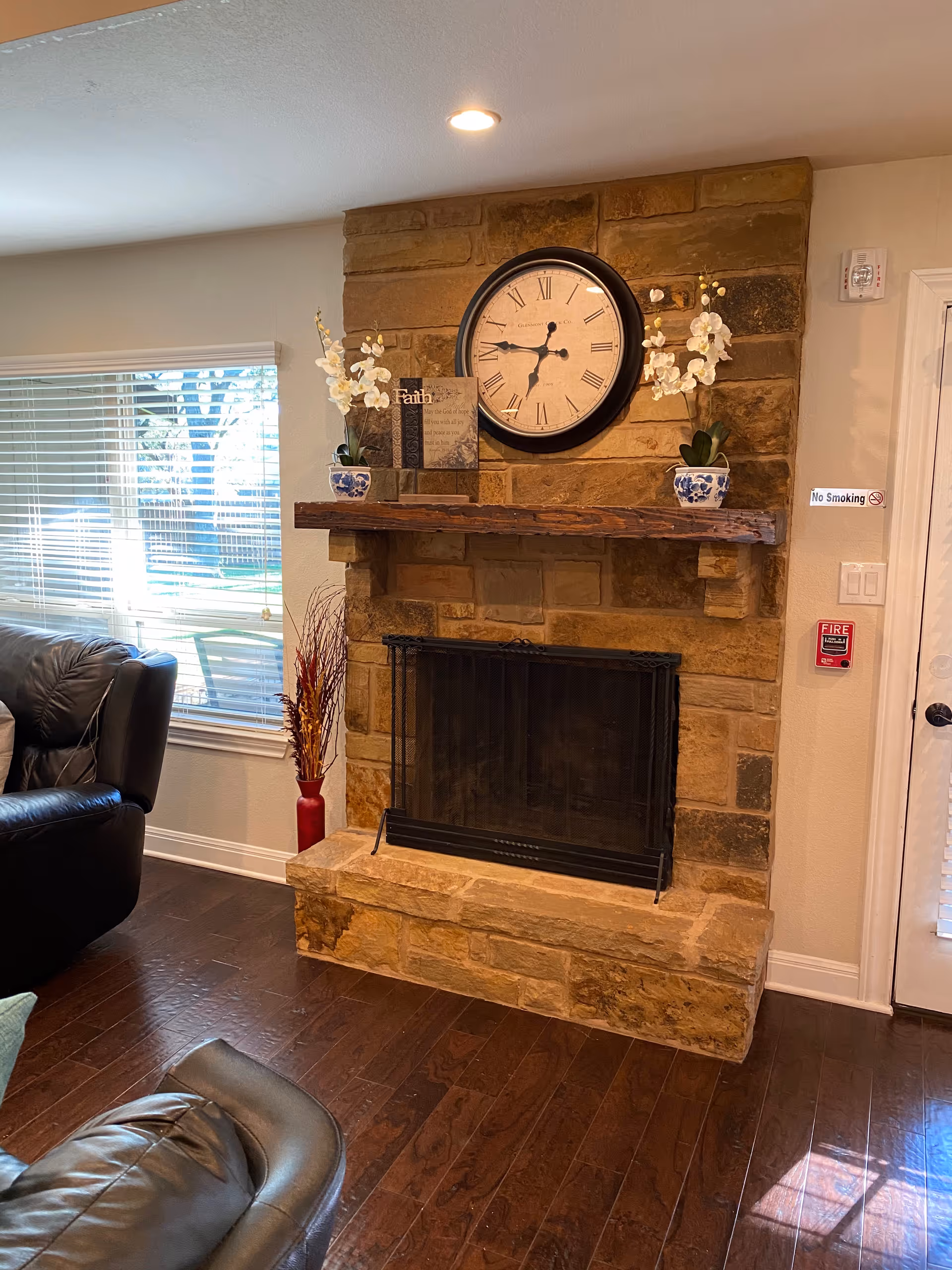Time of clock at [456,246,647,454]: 6:46
